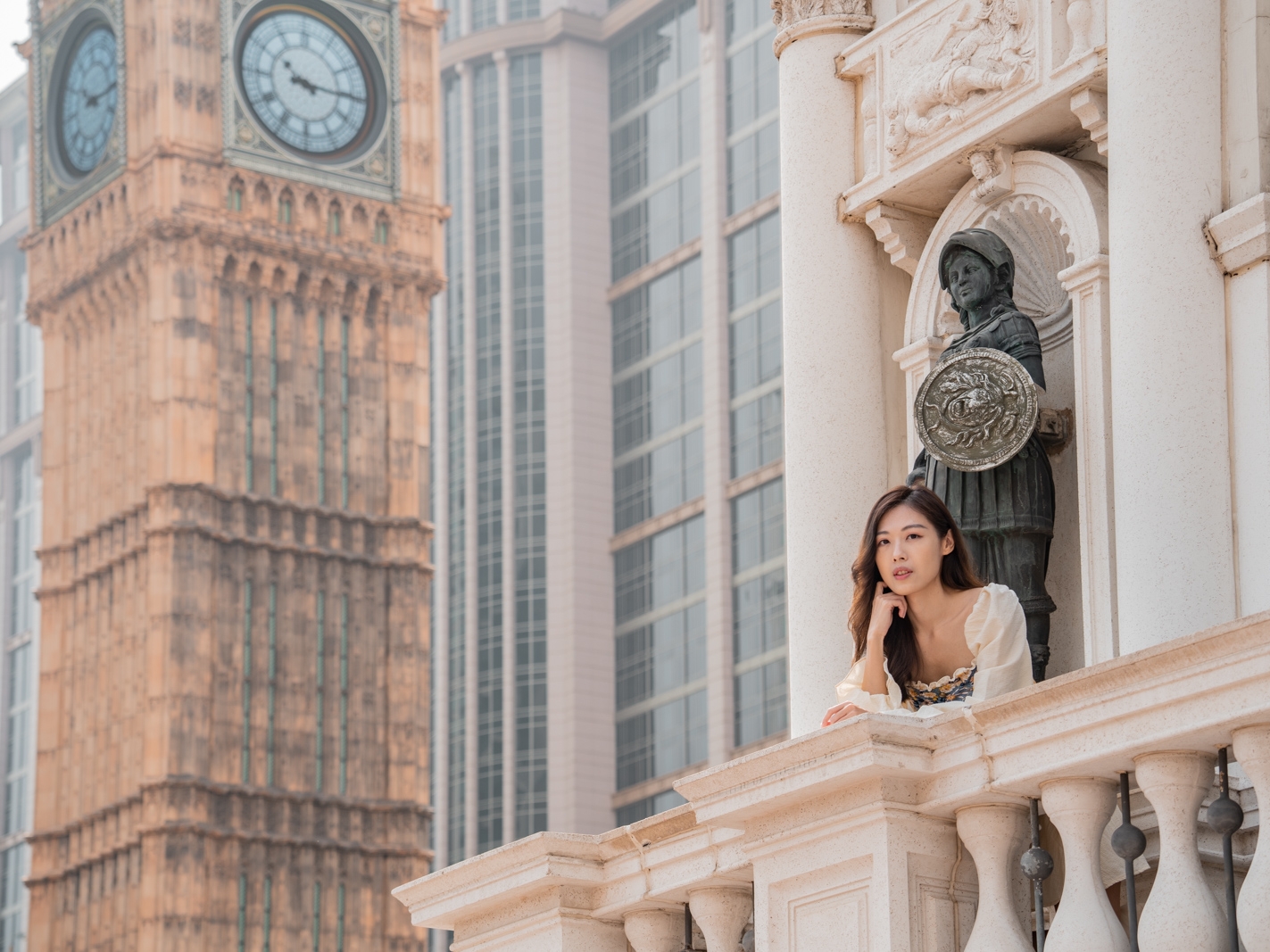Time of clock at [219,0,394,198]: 10:15
